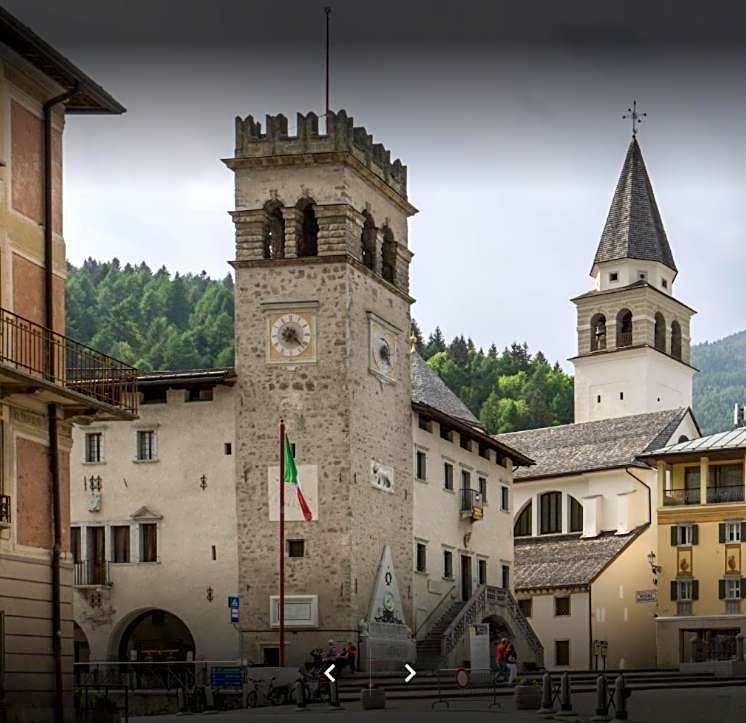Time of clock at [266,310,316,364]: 7:22
